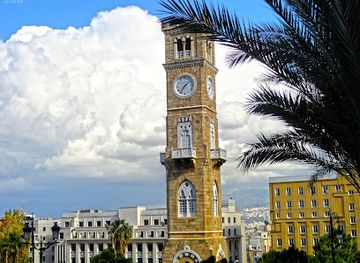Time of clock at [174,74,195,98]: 7:08
